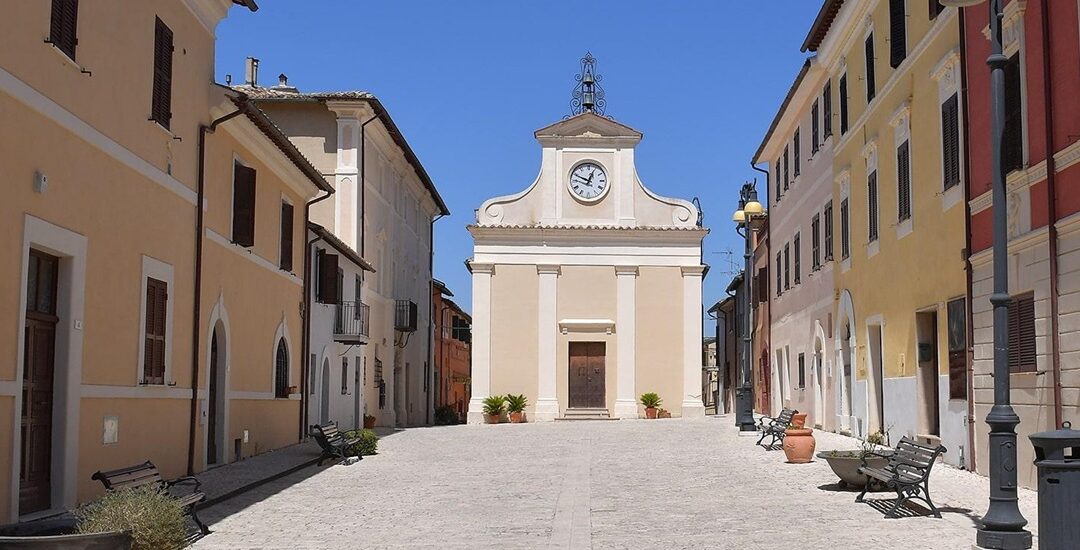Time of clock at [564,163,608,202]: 12:49
